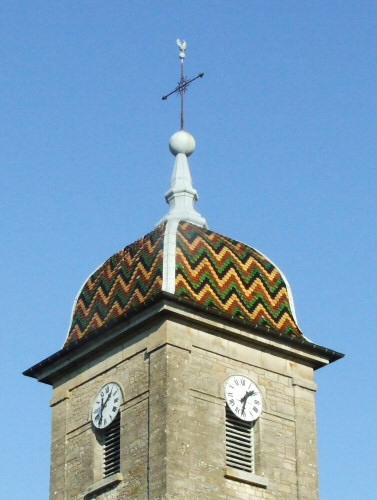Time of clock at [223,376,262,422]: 1:32
